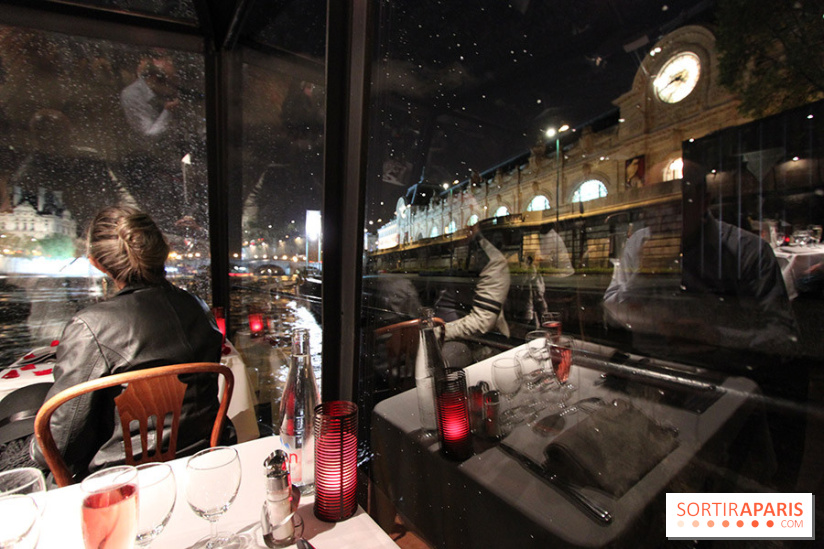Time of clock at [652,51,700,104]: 3:40
